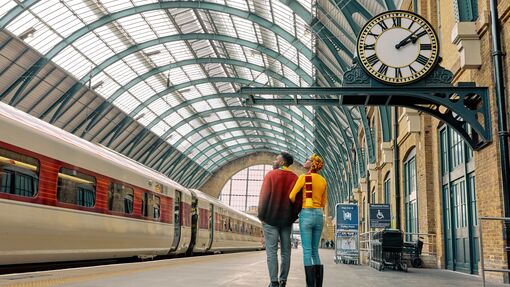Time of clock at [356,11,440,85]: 2:08
